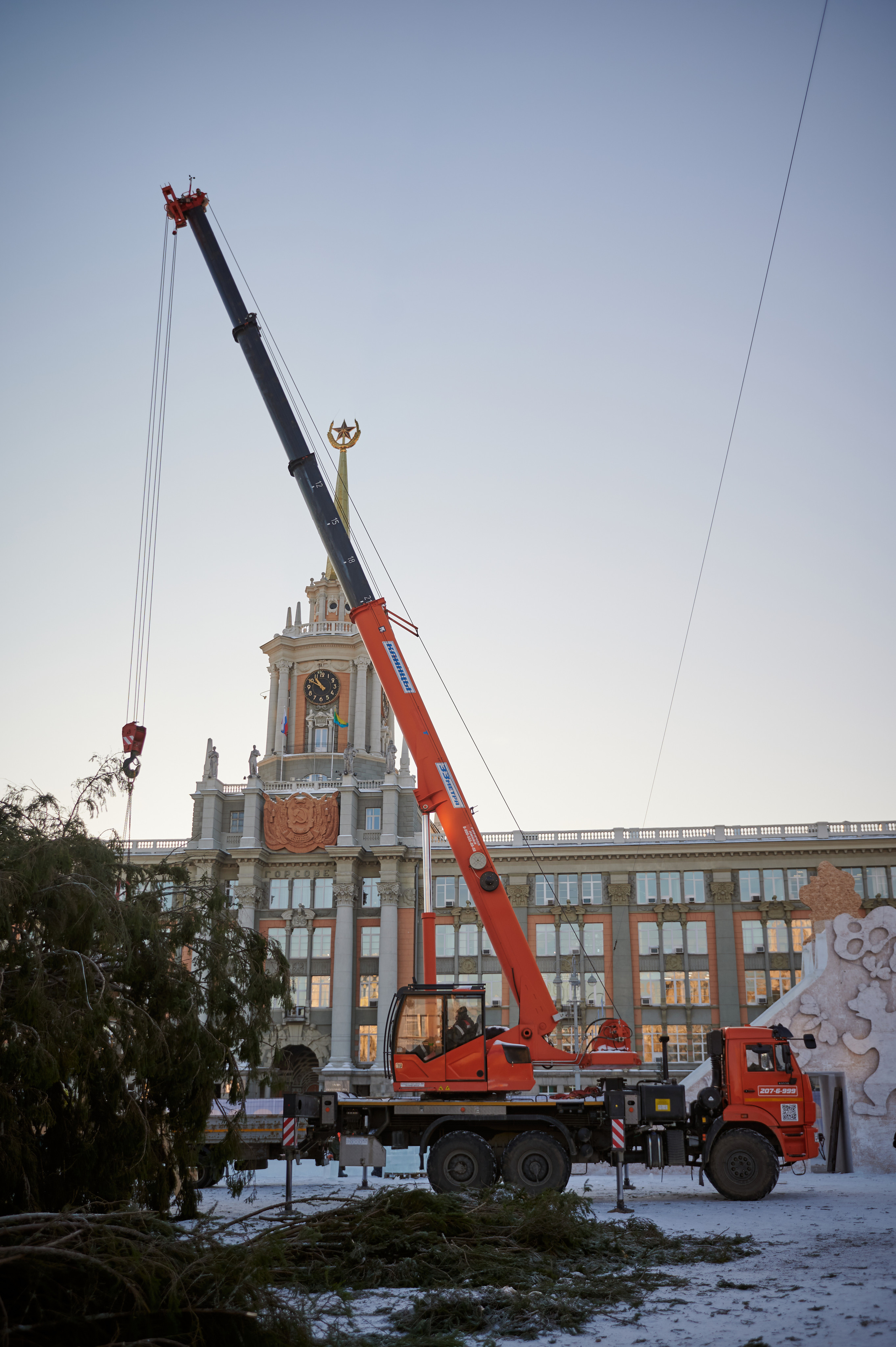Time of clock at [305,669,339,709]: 10:49
